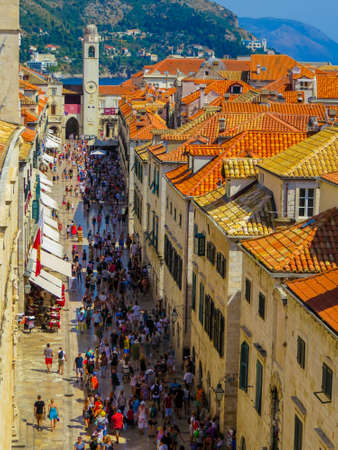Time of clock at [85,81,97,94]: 4:12
